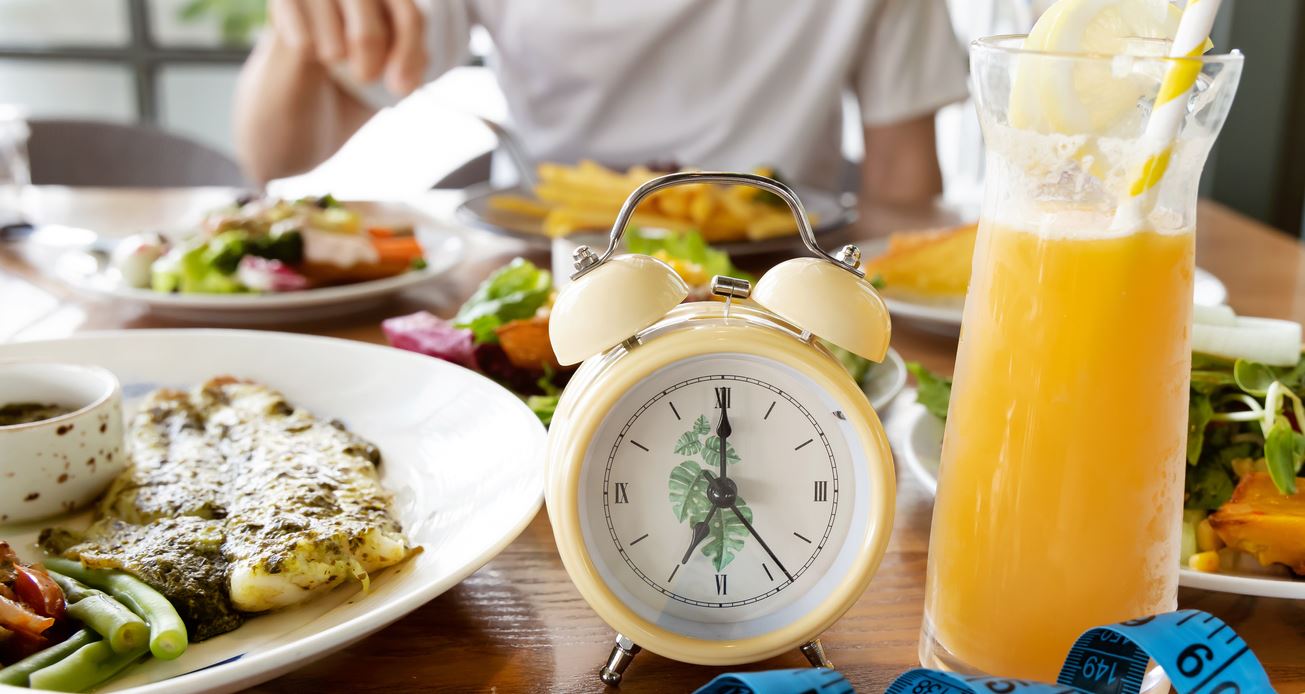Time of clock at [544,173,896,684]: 7:00
